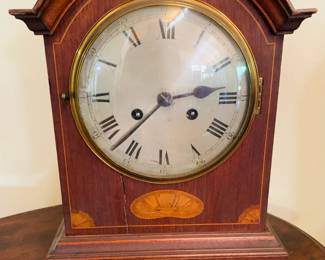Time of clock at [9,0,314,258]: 2:37
